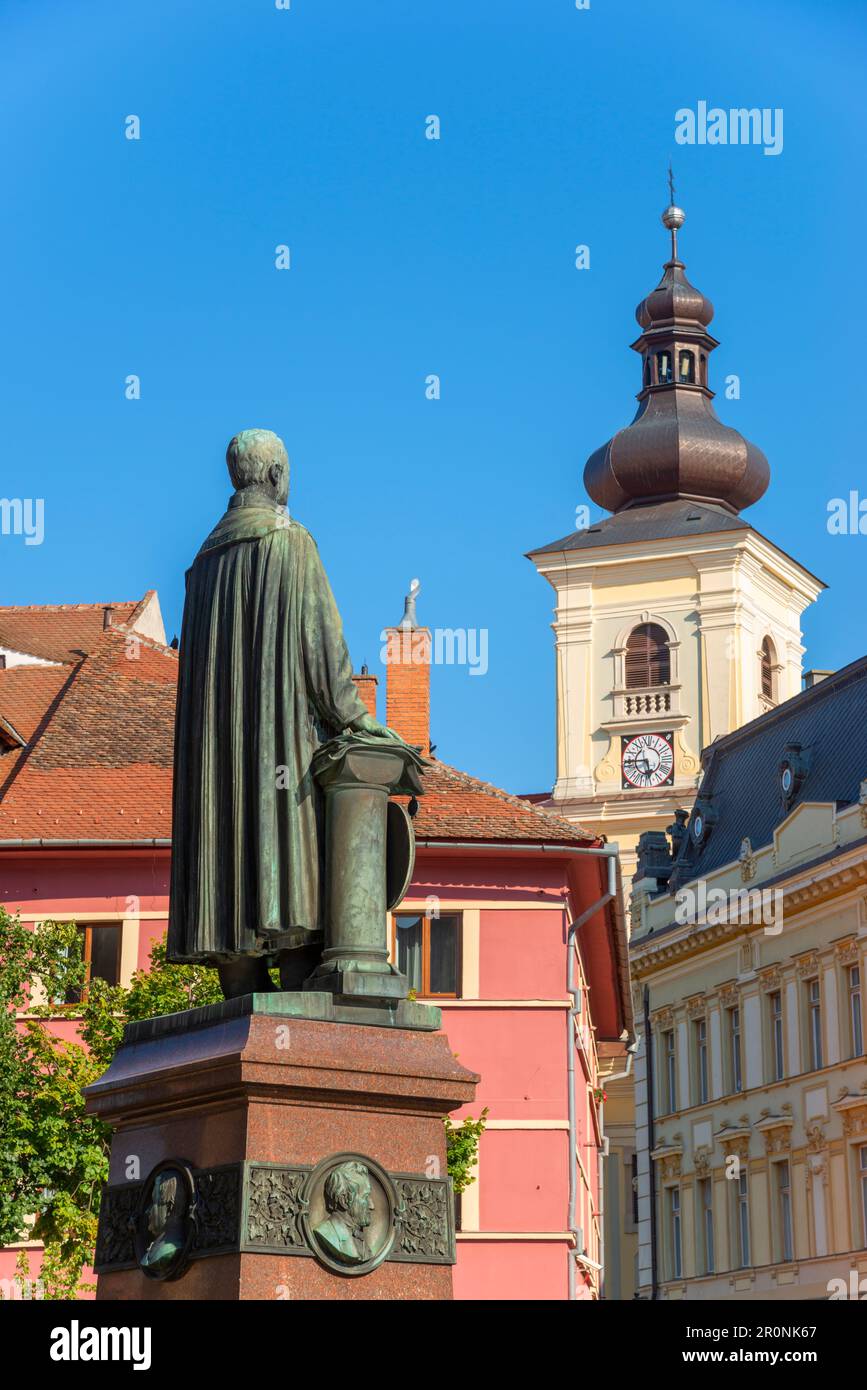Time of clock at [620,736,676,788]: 5:44
